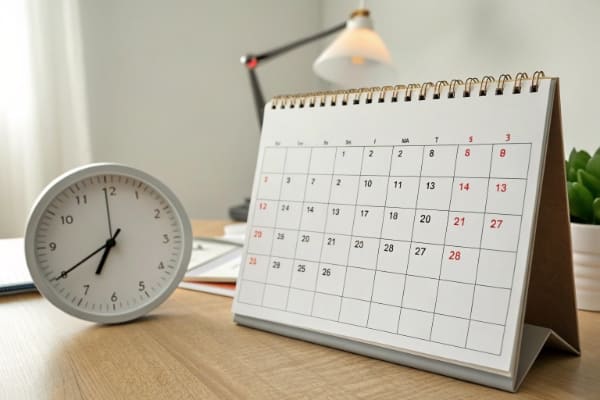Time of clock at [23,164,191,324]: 6:59
